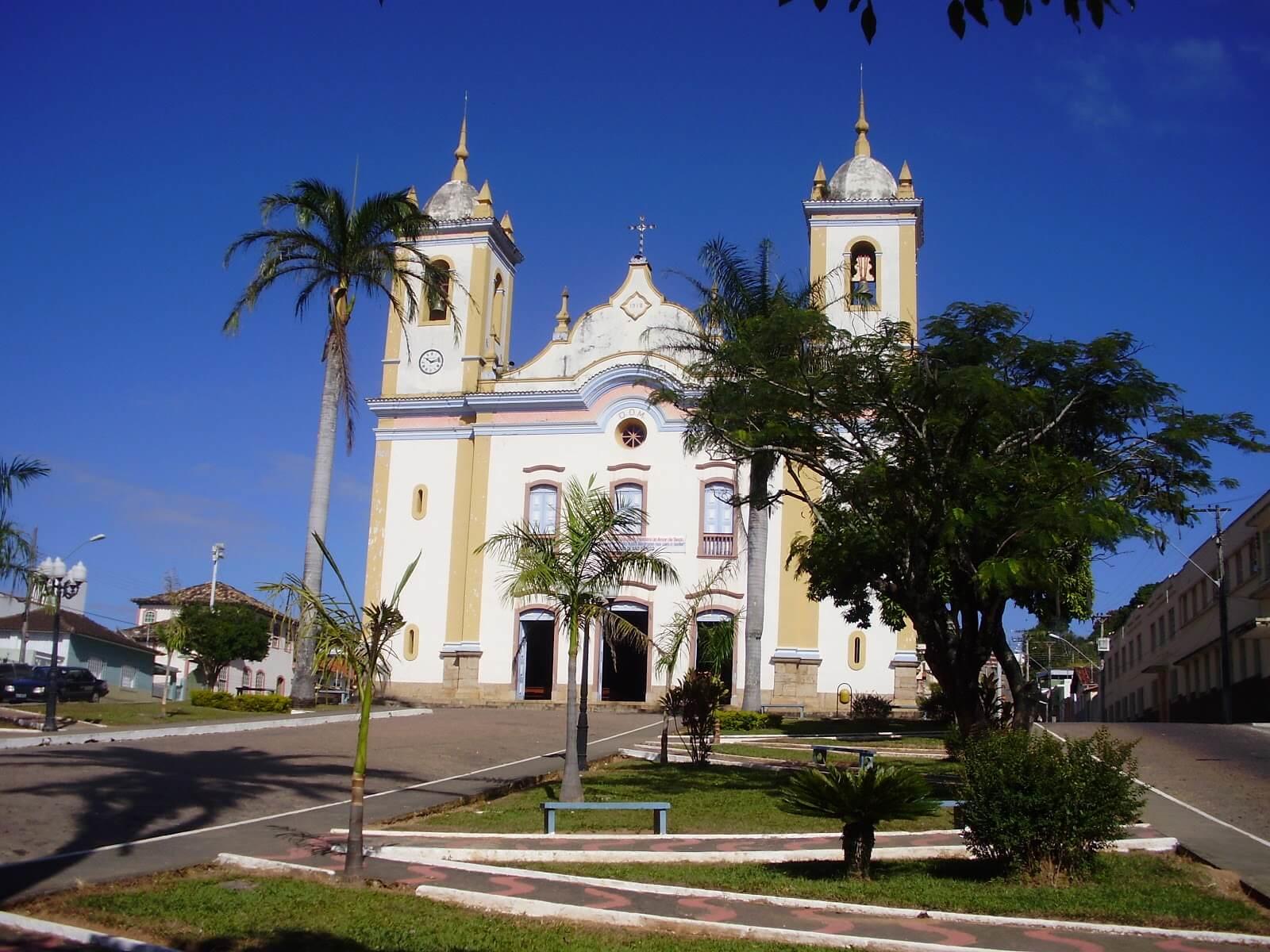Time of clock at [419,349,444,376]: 10:12
